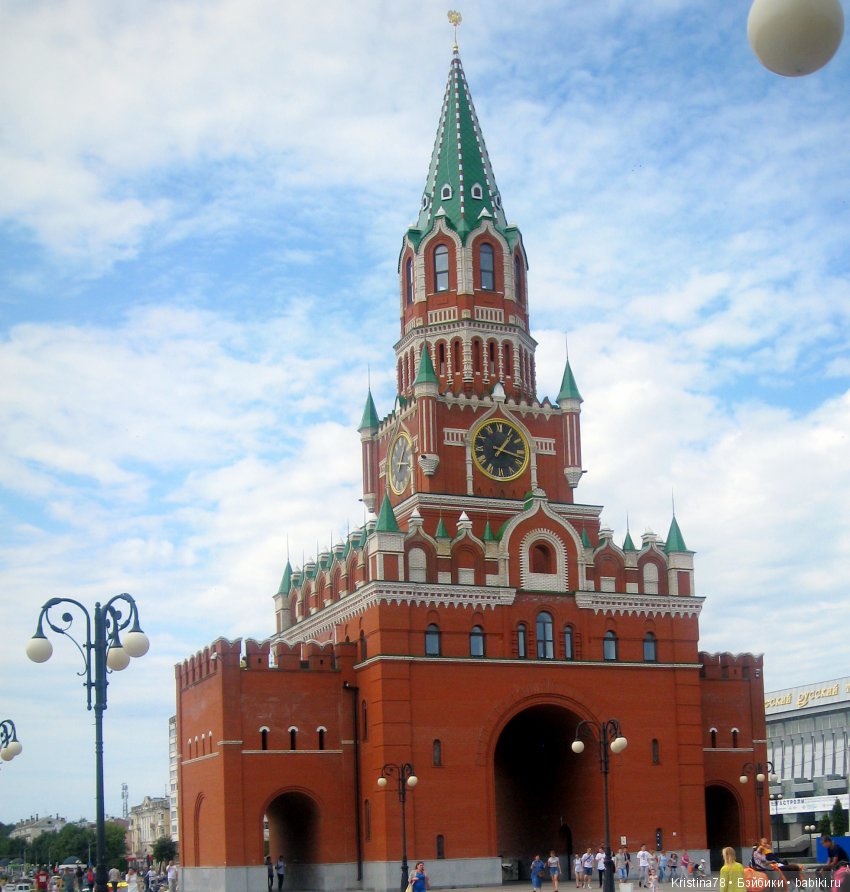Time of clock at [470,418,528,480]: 1:17
